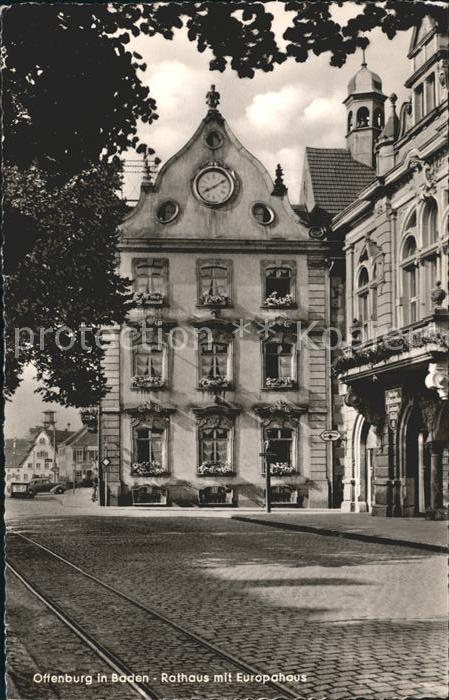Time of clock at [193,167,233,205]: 8:09
